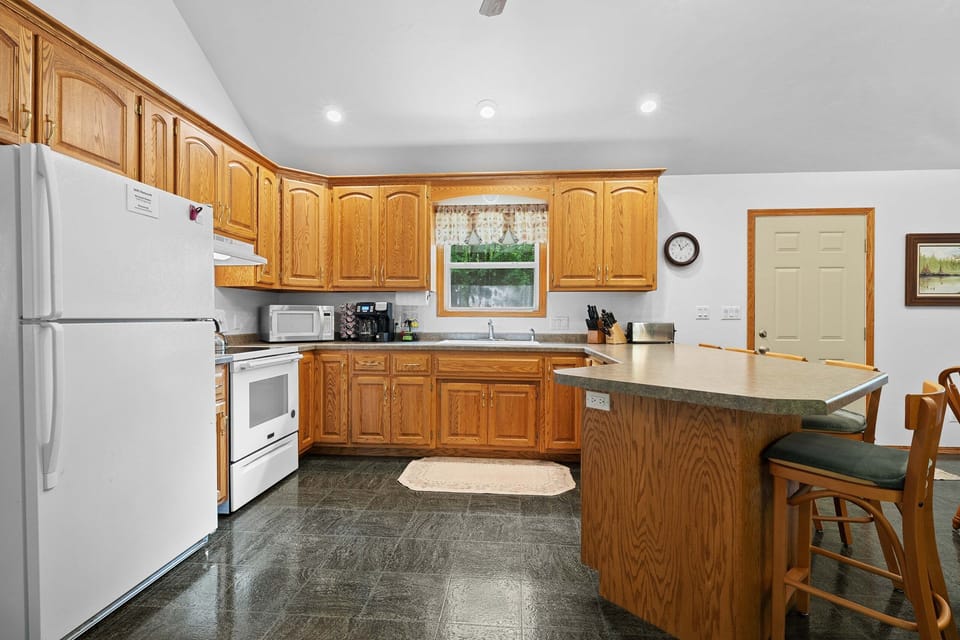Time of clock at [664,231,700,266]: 11:08
